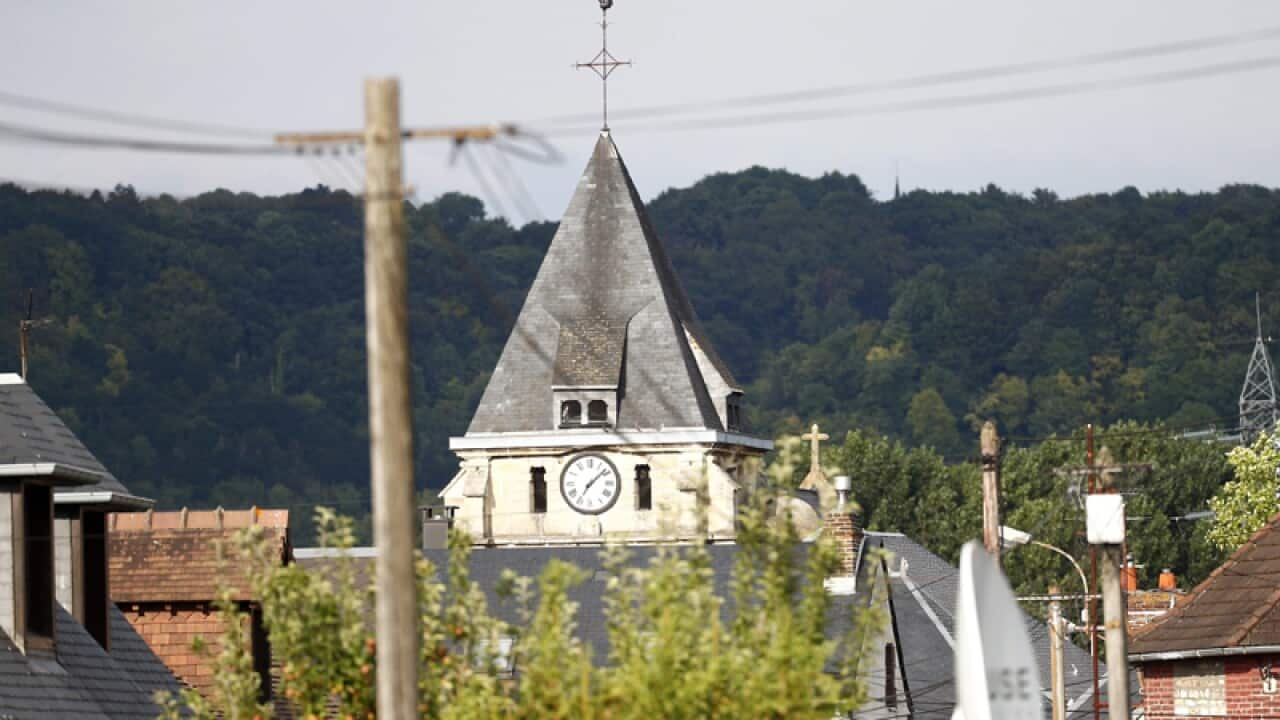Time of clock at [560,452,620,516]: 7:07
